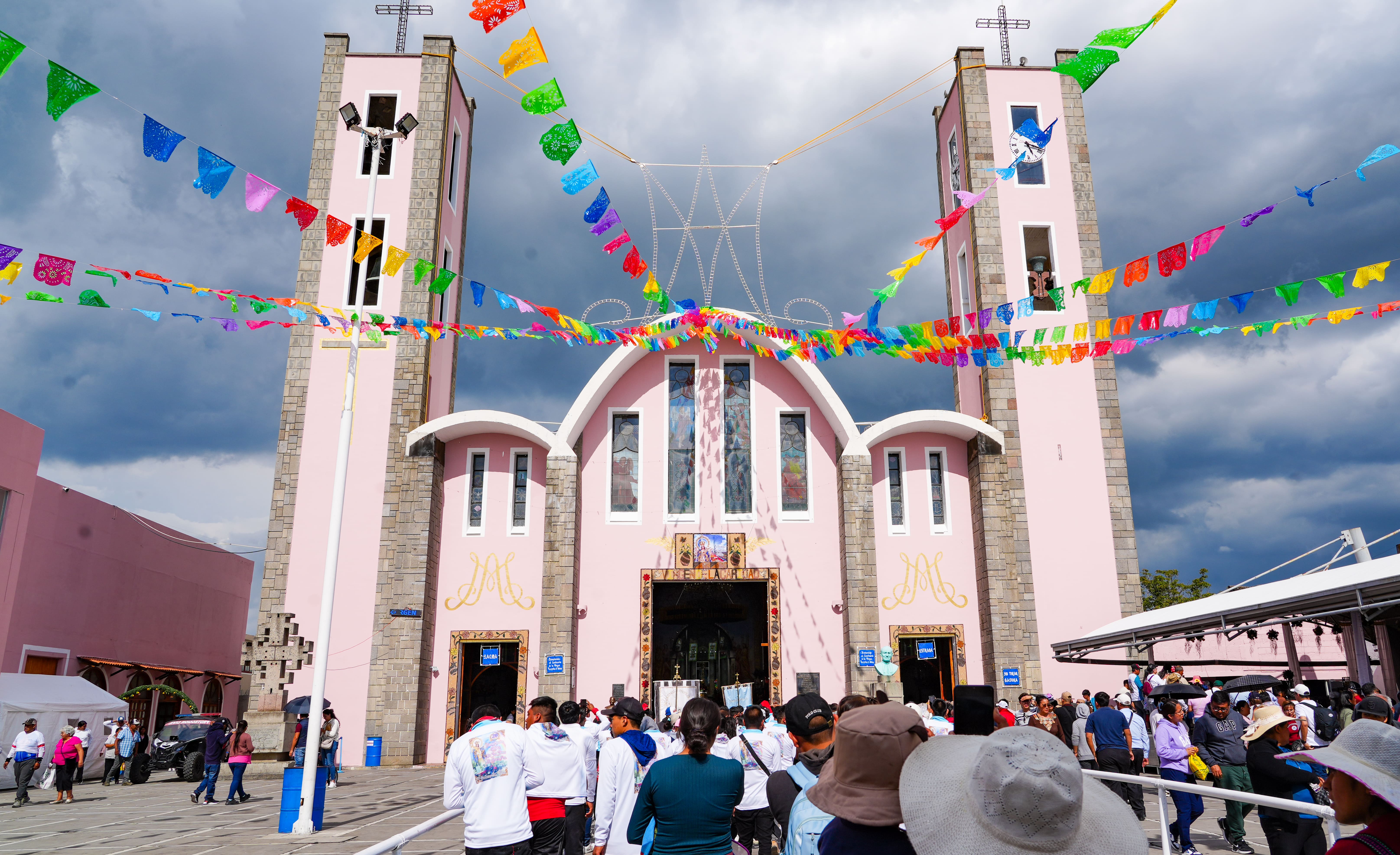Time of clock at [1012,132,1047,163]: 5:18
